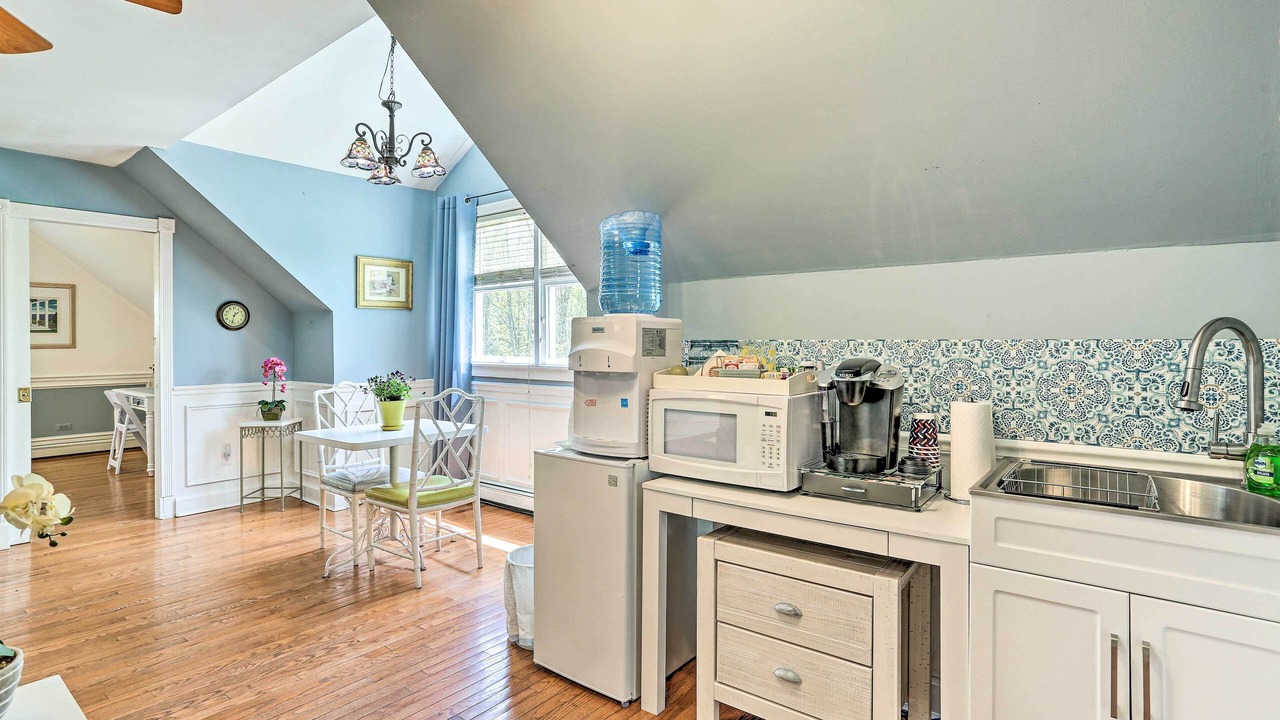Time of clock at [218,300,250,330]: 1:32
